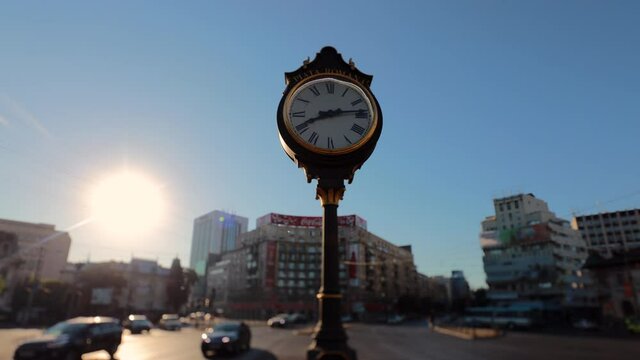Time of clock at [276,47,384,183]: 8:13
